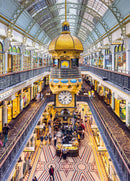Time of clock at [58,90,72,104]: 7:32
